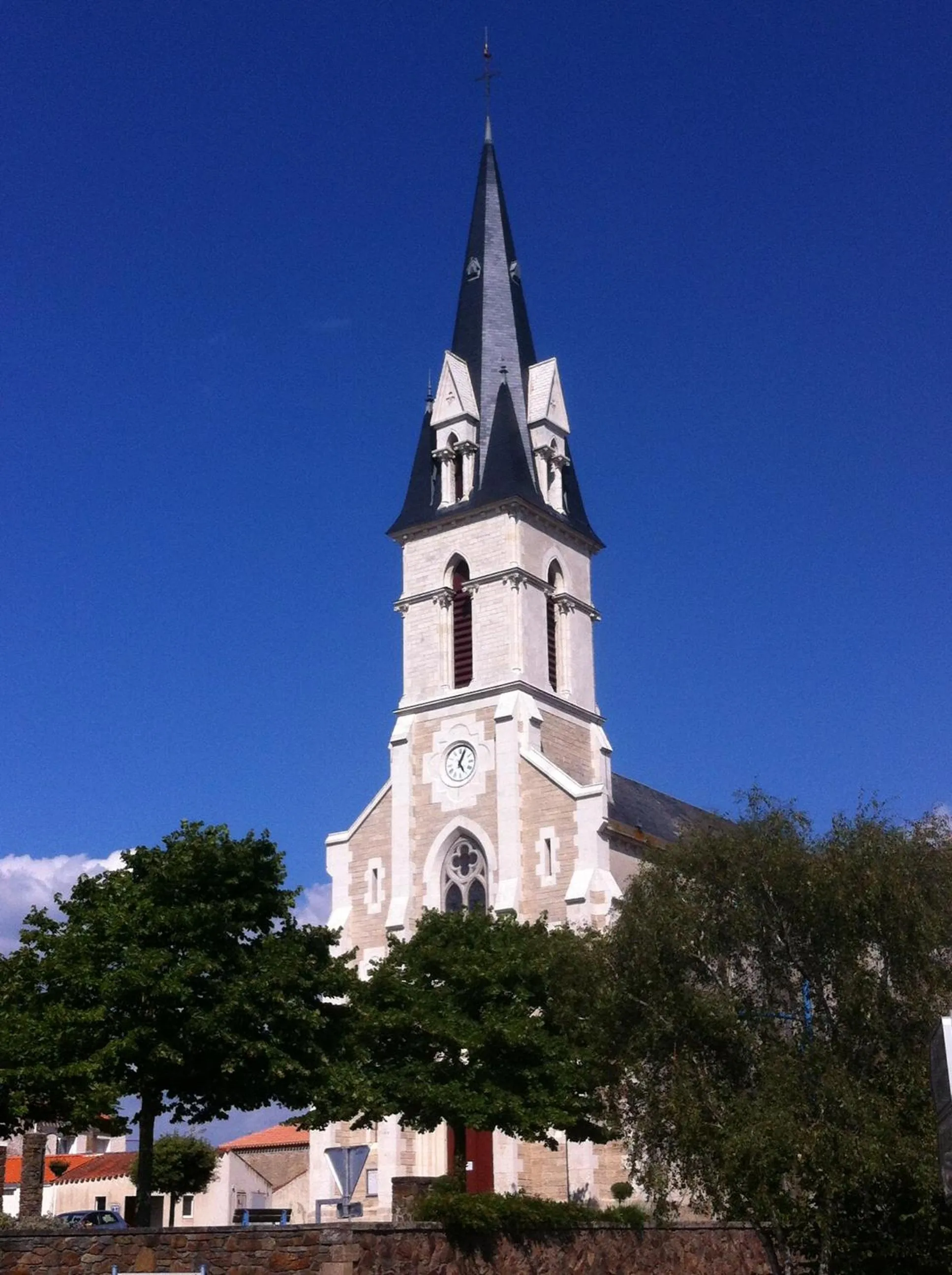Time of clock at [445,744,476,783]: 5:04
